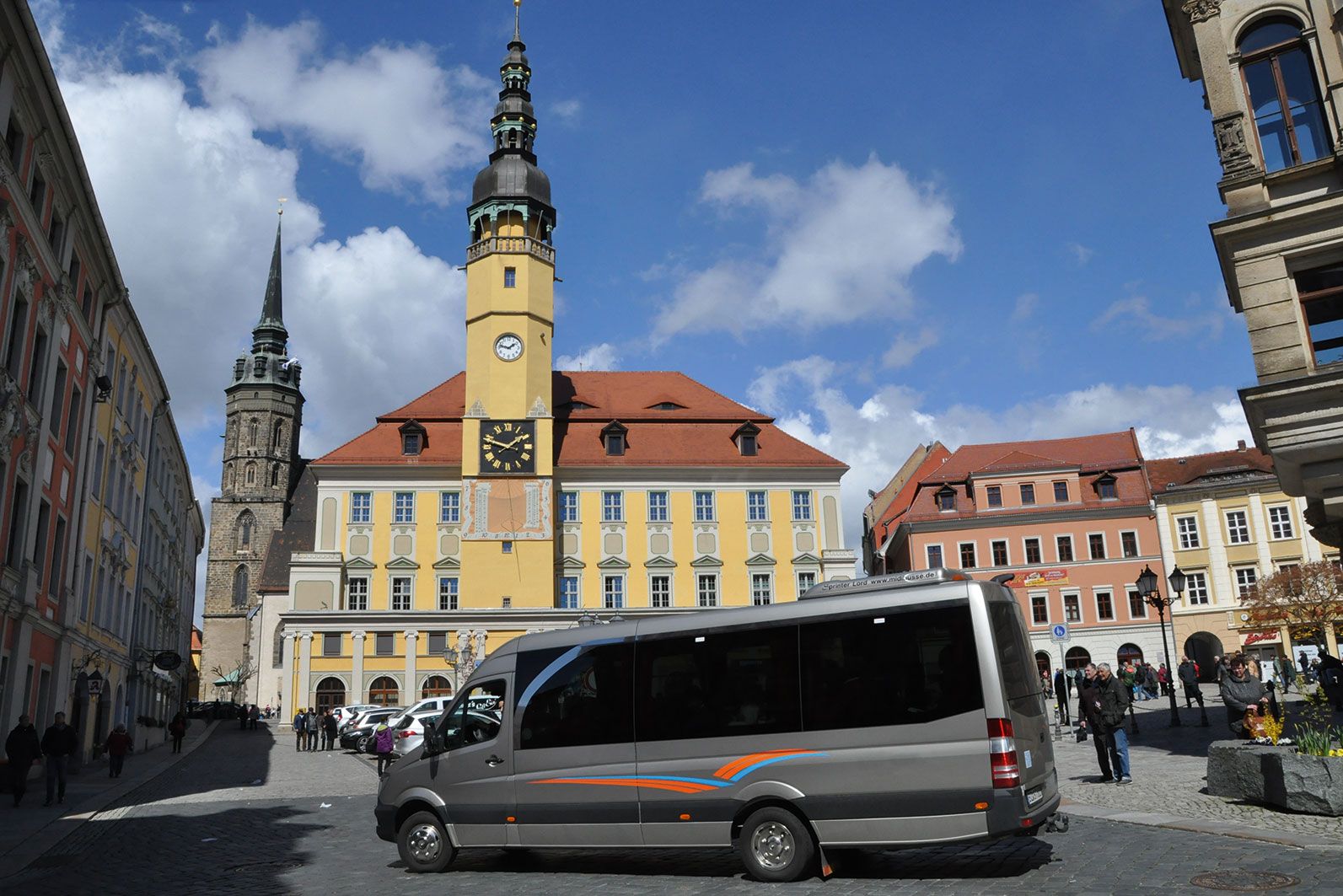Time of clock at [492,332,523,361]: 1:47
